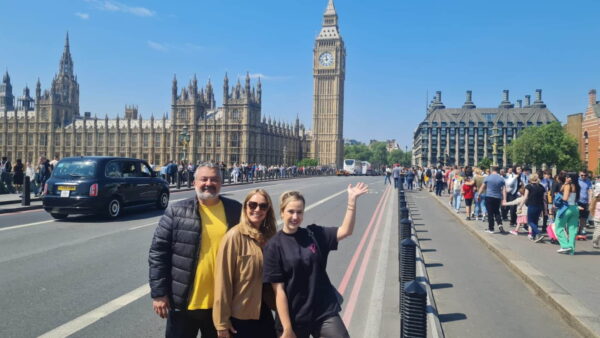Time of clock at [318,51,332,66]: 11:42
